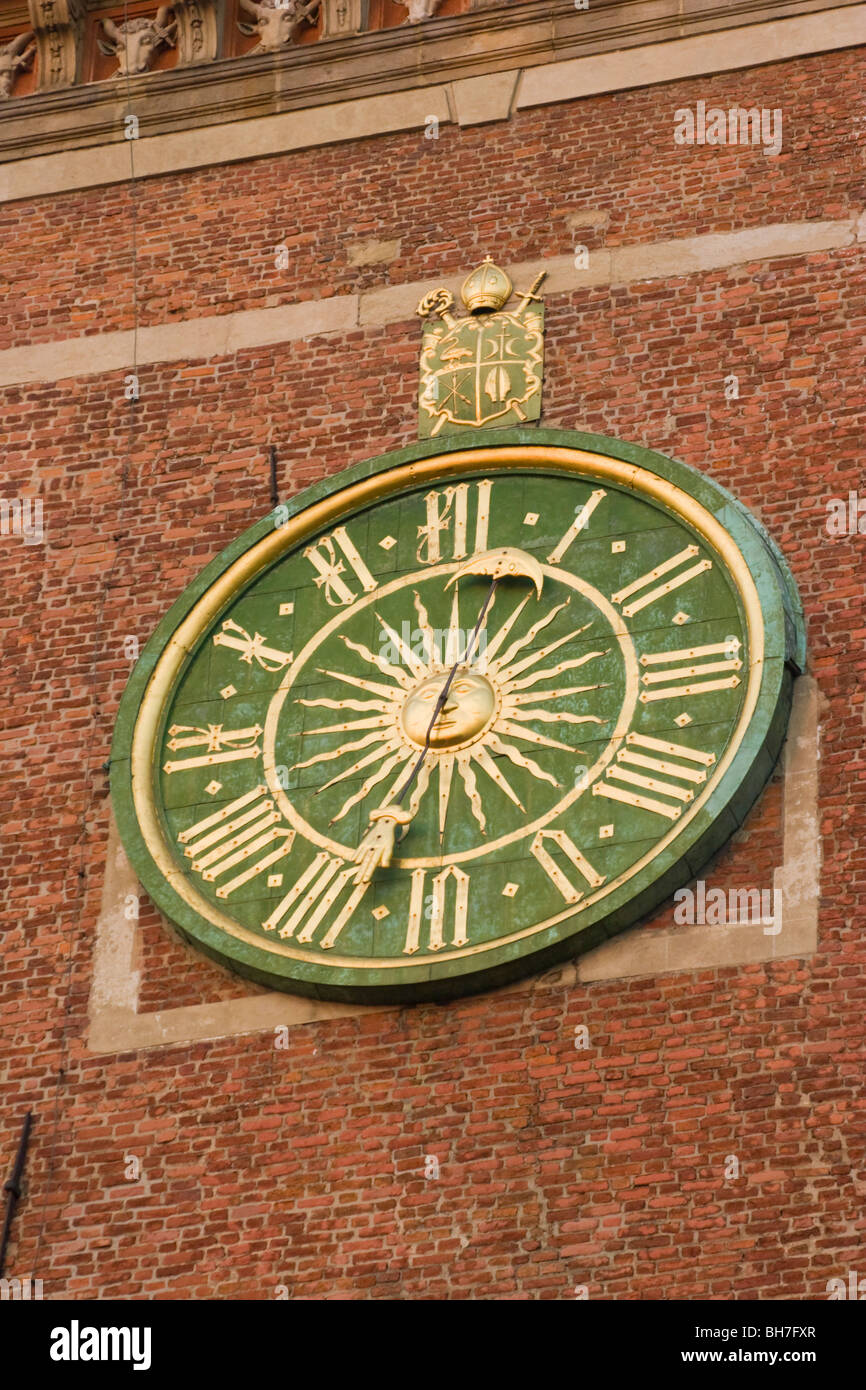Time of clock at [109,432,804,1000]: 12:32
